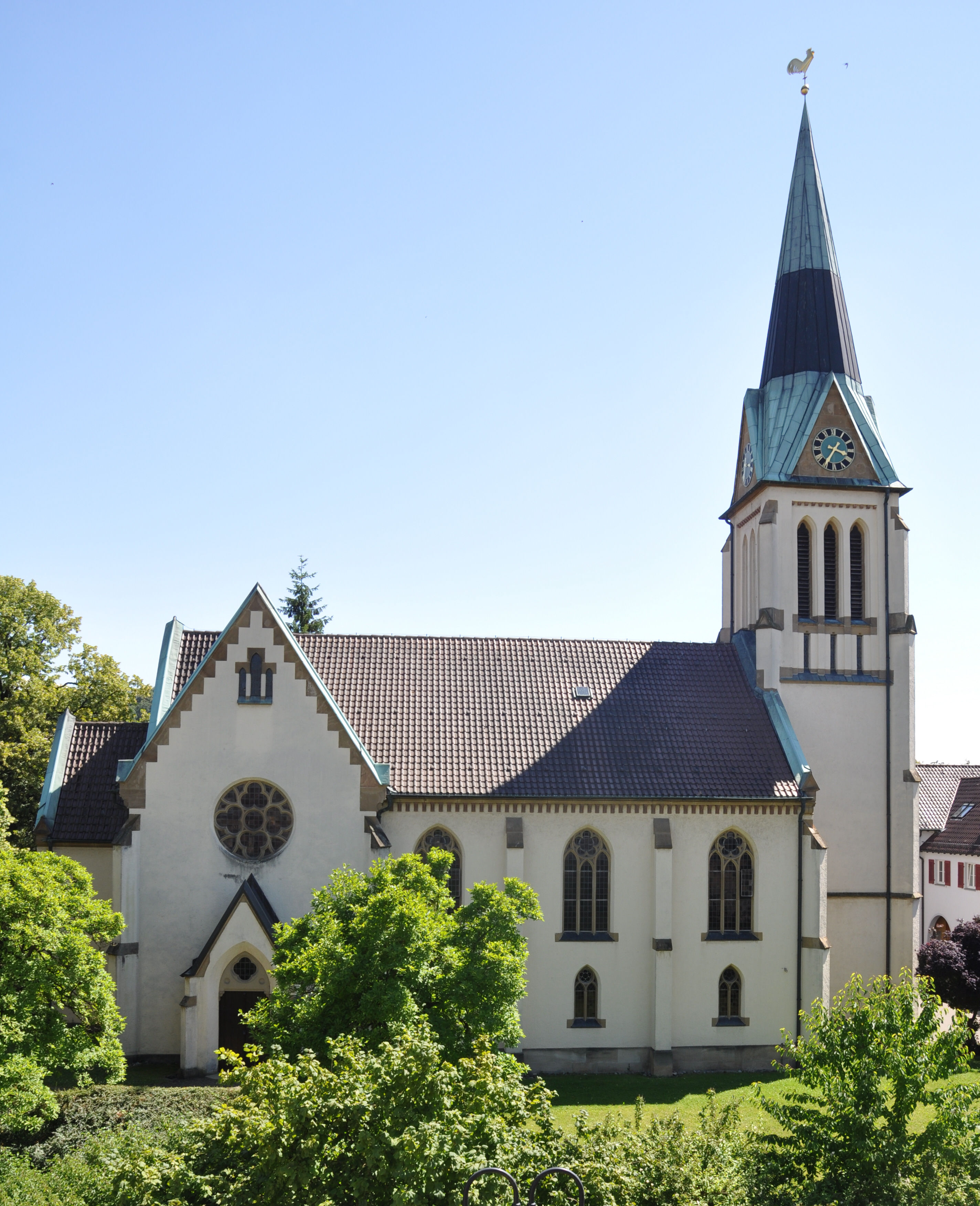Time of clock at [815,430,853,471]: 3:35
